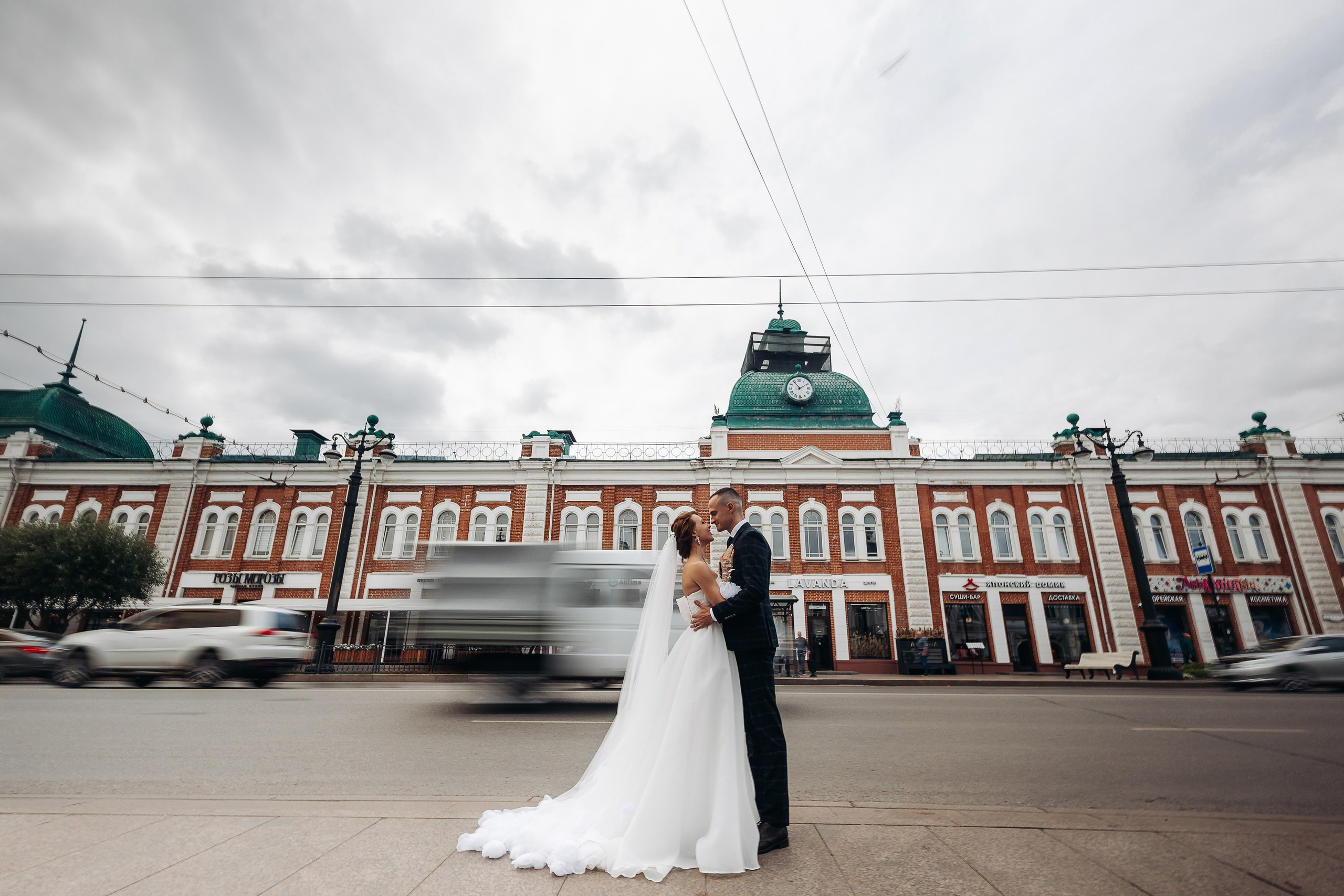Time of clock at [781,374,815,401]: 1:54
